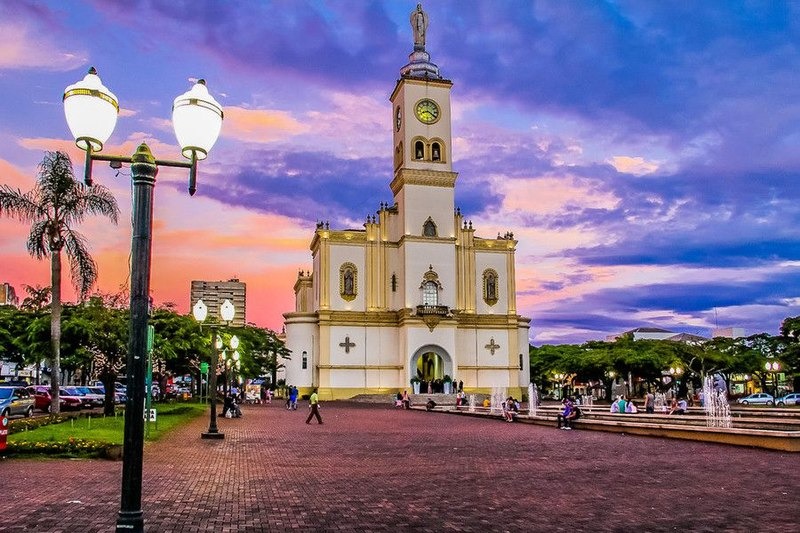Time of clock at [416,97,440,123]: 8:20
